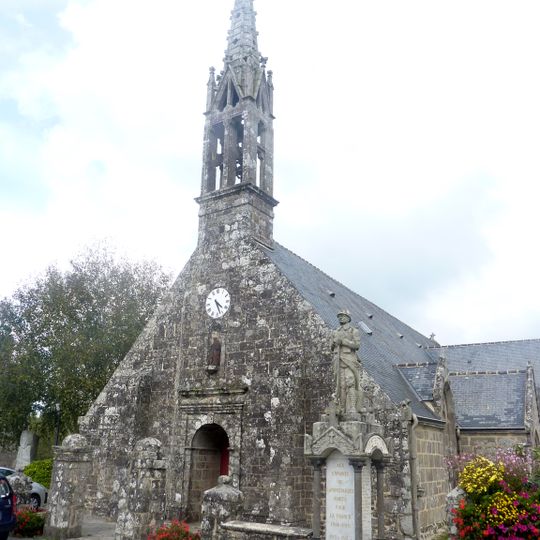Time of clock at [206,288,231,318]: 4:26
